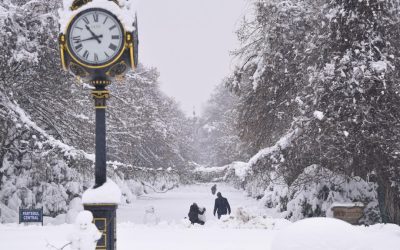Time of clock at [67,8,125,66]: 10:42
